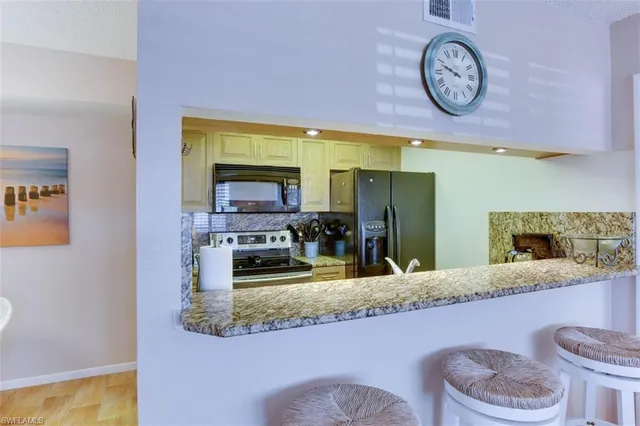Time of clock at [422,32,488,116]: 9:48
